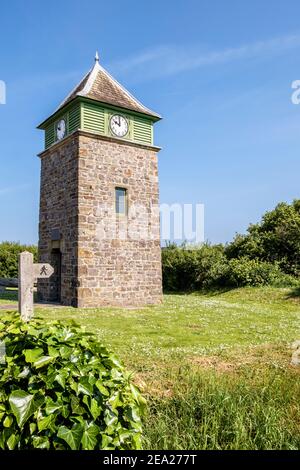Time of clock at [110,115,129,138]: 10:00
